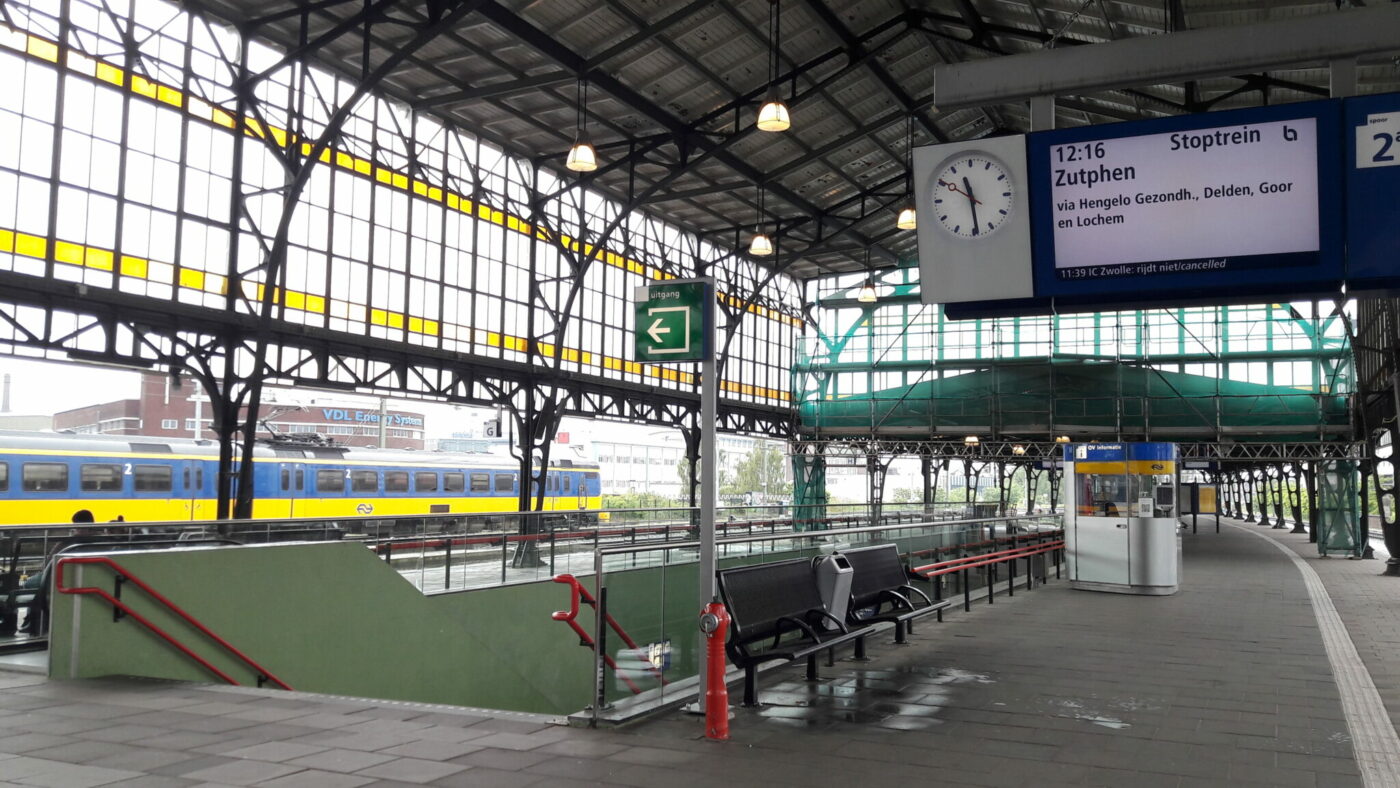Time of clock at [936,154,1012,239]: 11:29
